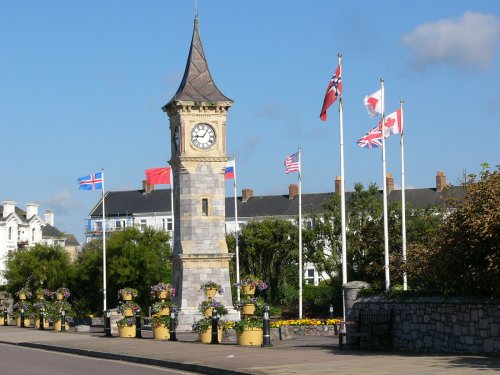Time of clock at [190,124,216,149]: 9:06
